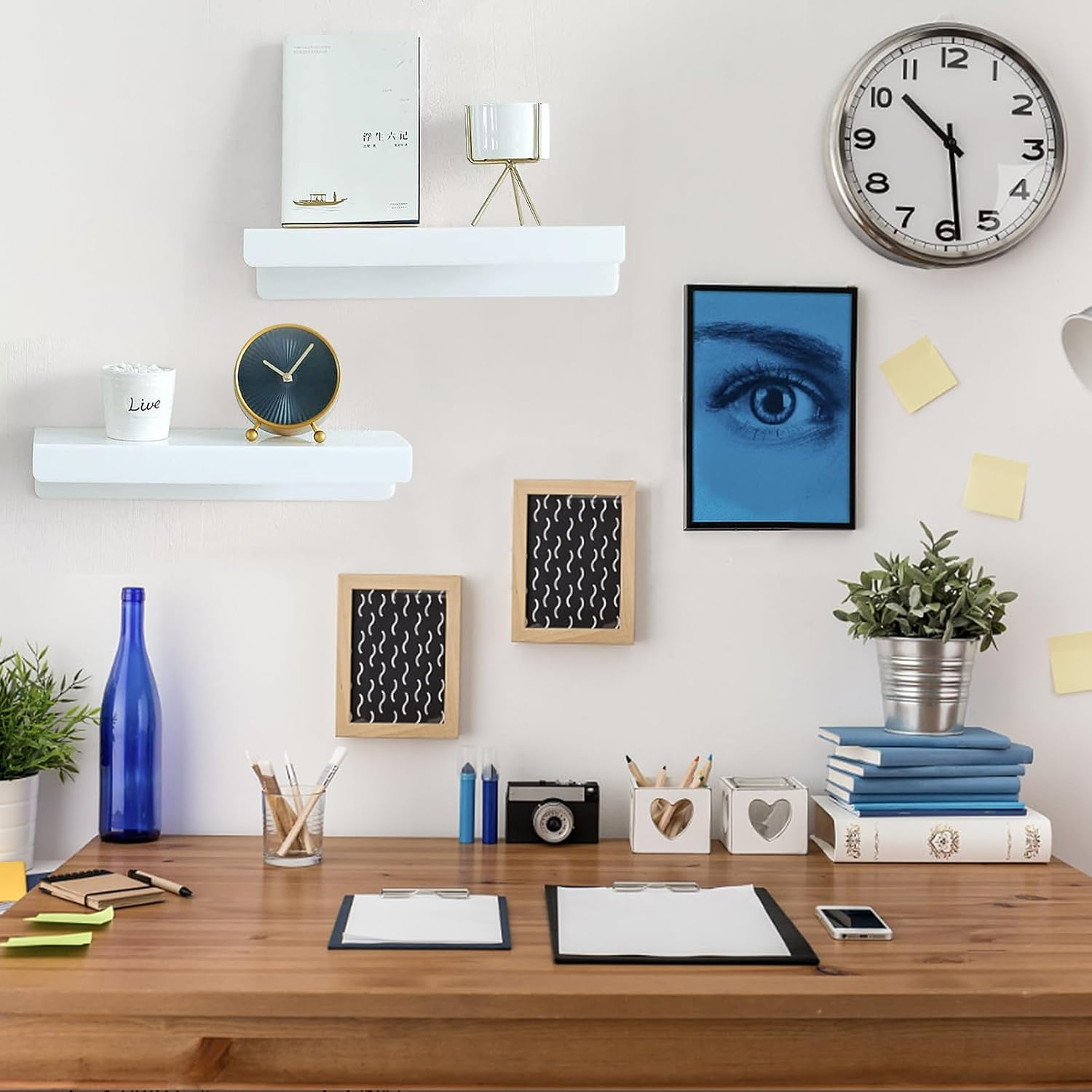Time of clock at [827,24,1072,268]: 10:28
